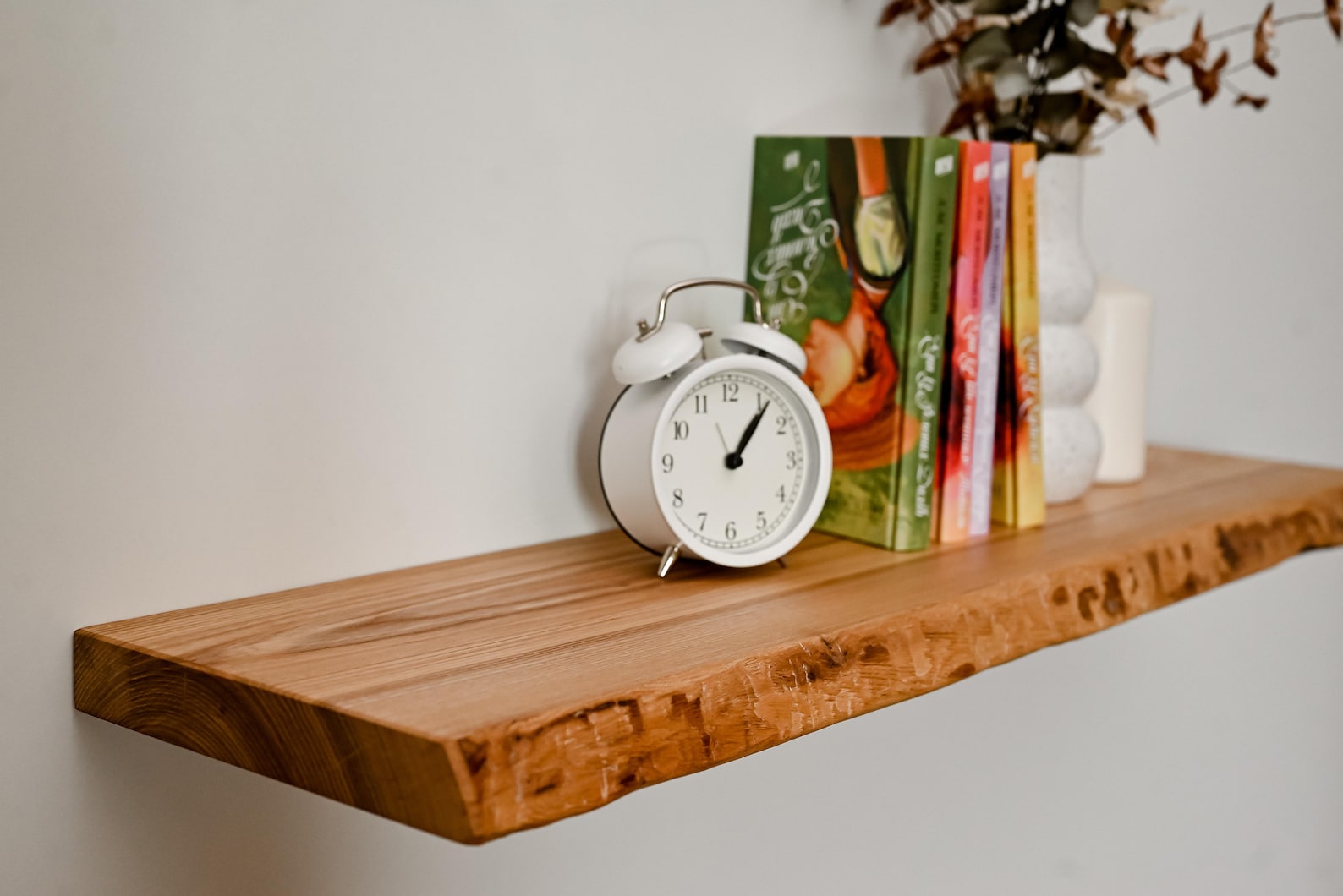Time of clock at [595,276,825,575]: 1:06
